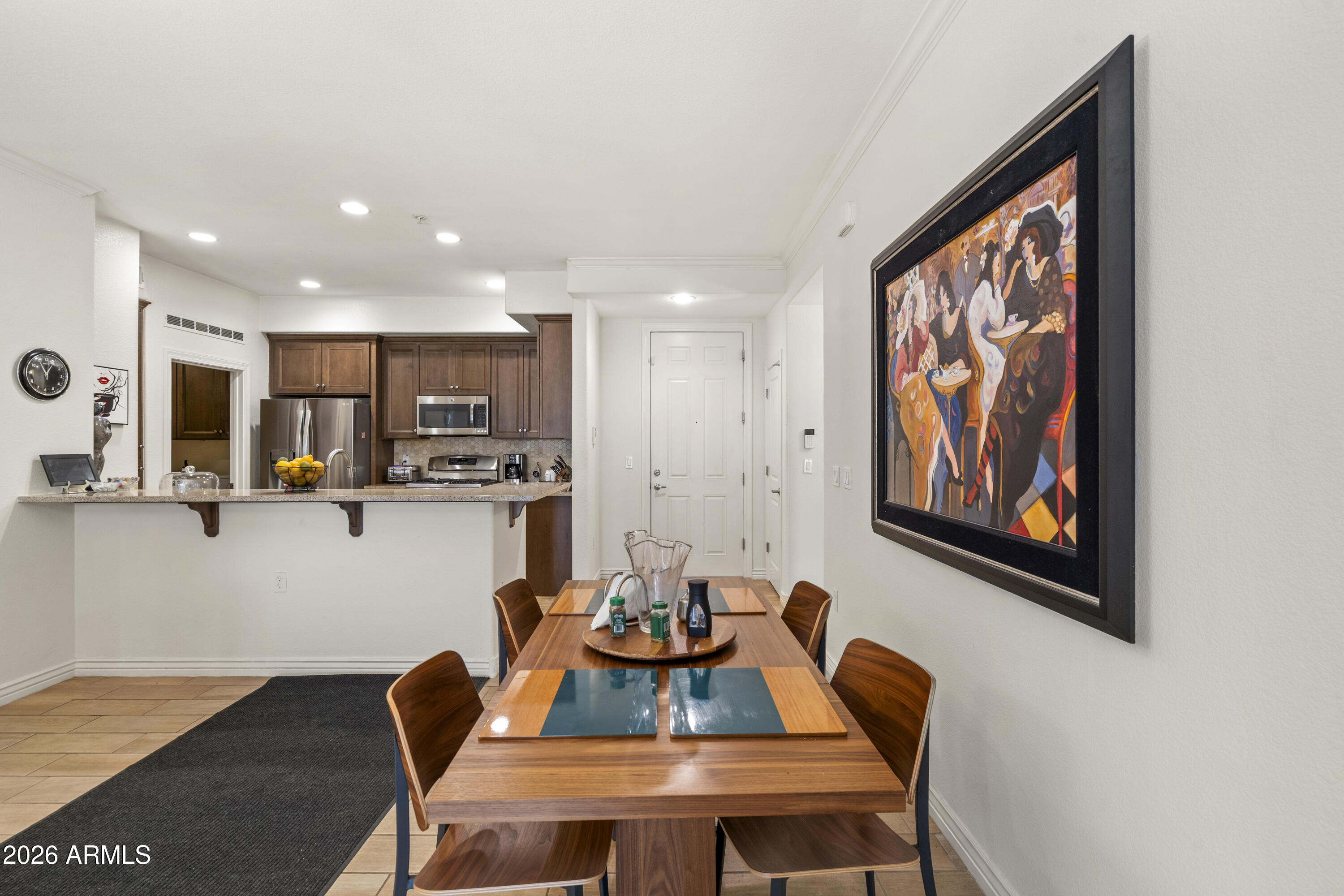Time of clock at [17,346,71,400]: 12:55
